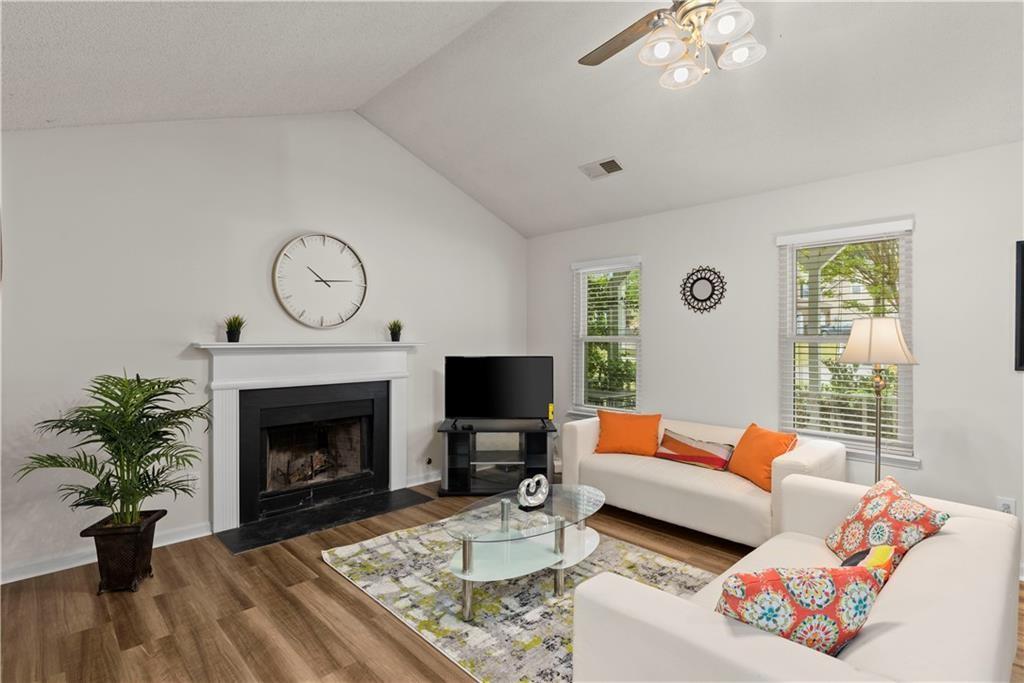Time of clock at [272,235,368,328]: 10:13
